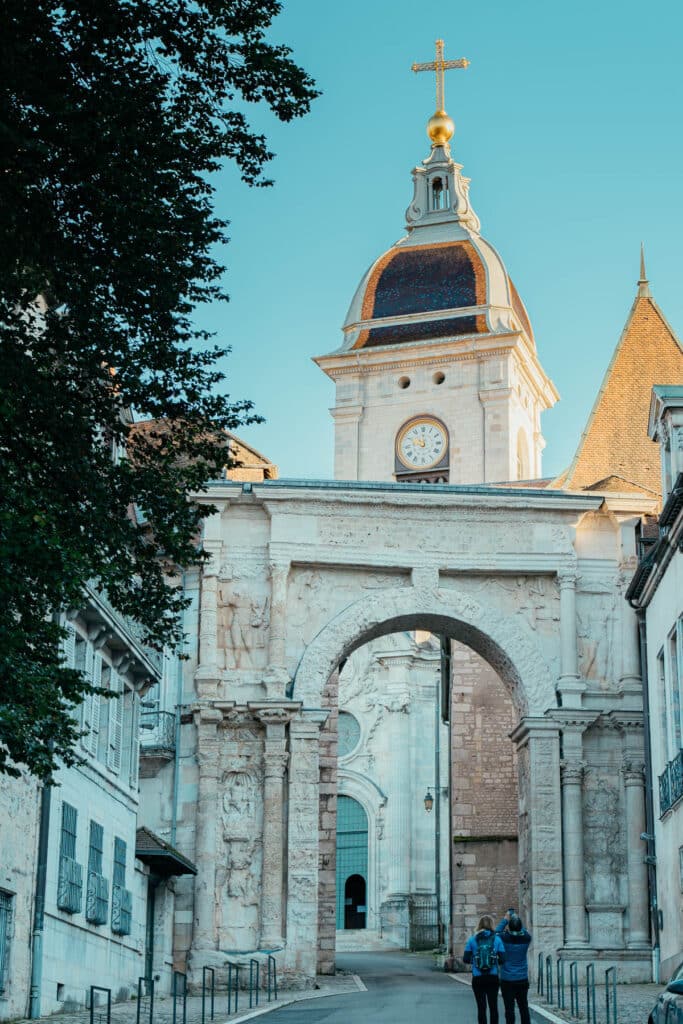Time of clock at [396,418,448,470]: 11:49
